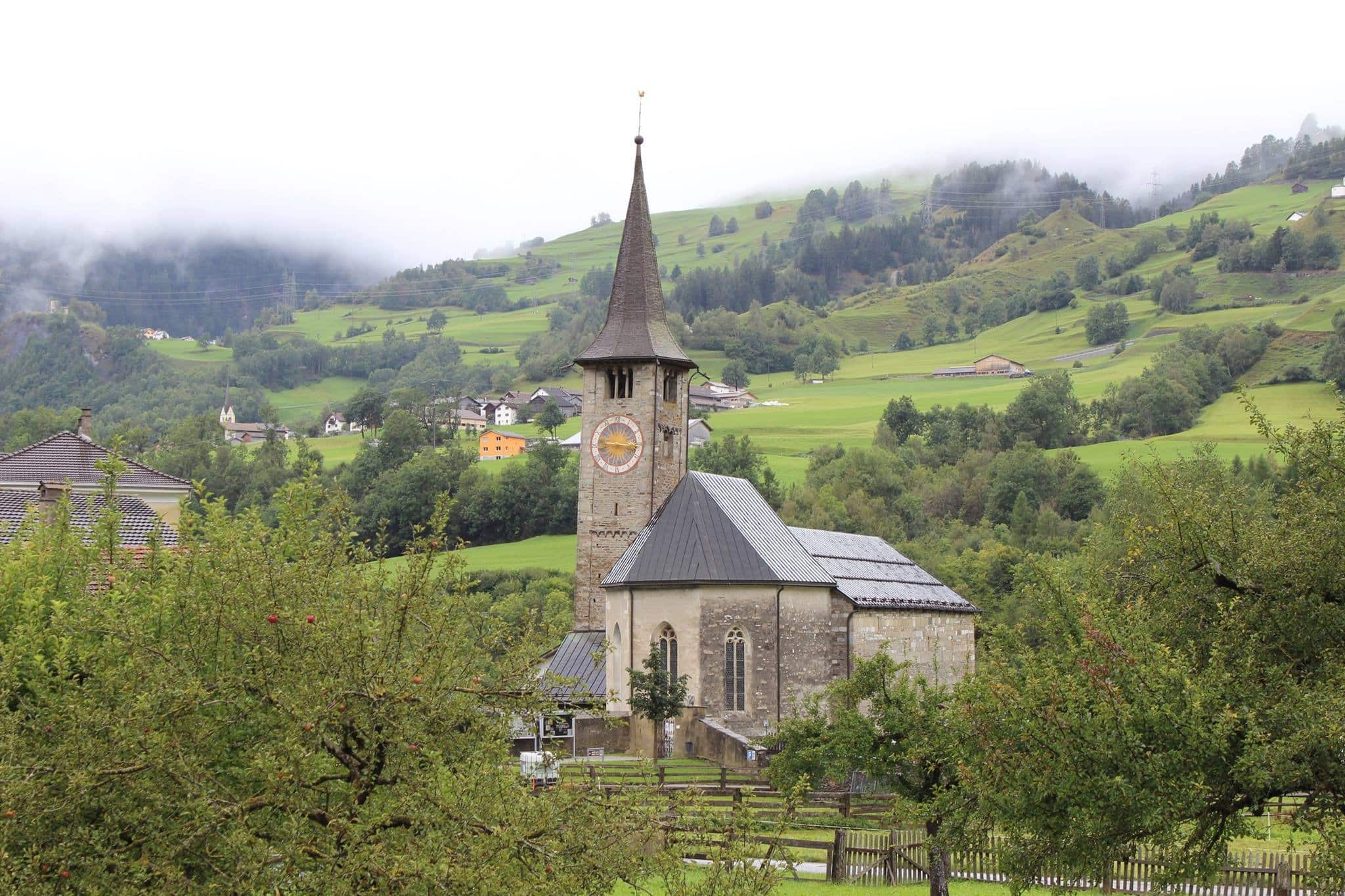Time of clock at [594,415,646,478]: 9:16
